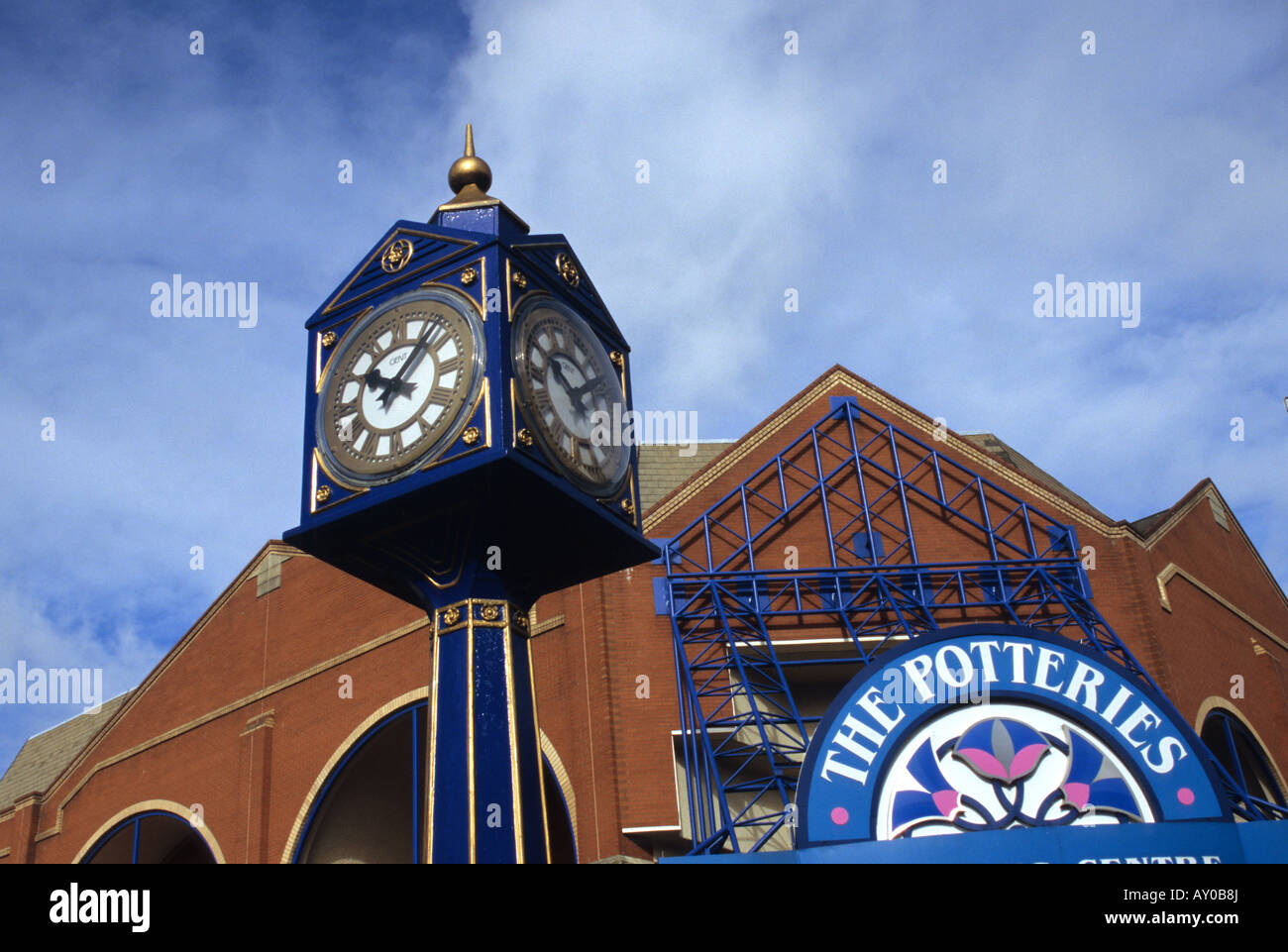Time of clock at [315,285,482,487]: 10:07
